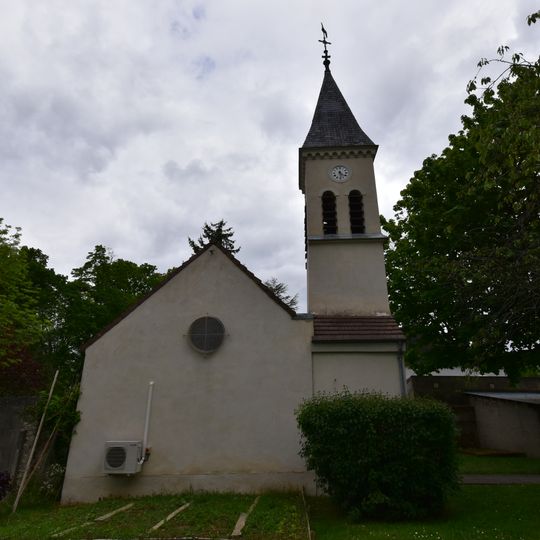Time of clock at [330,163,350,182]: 4:29
